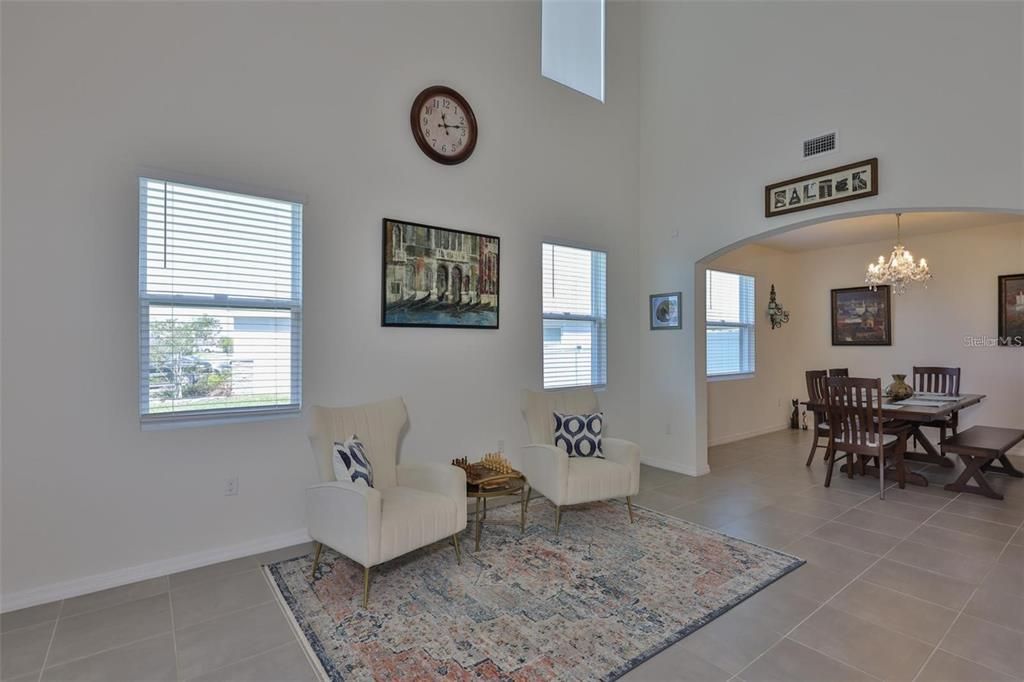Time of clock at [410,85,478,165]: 11:13
